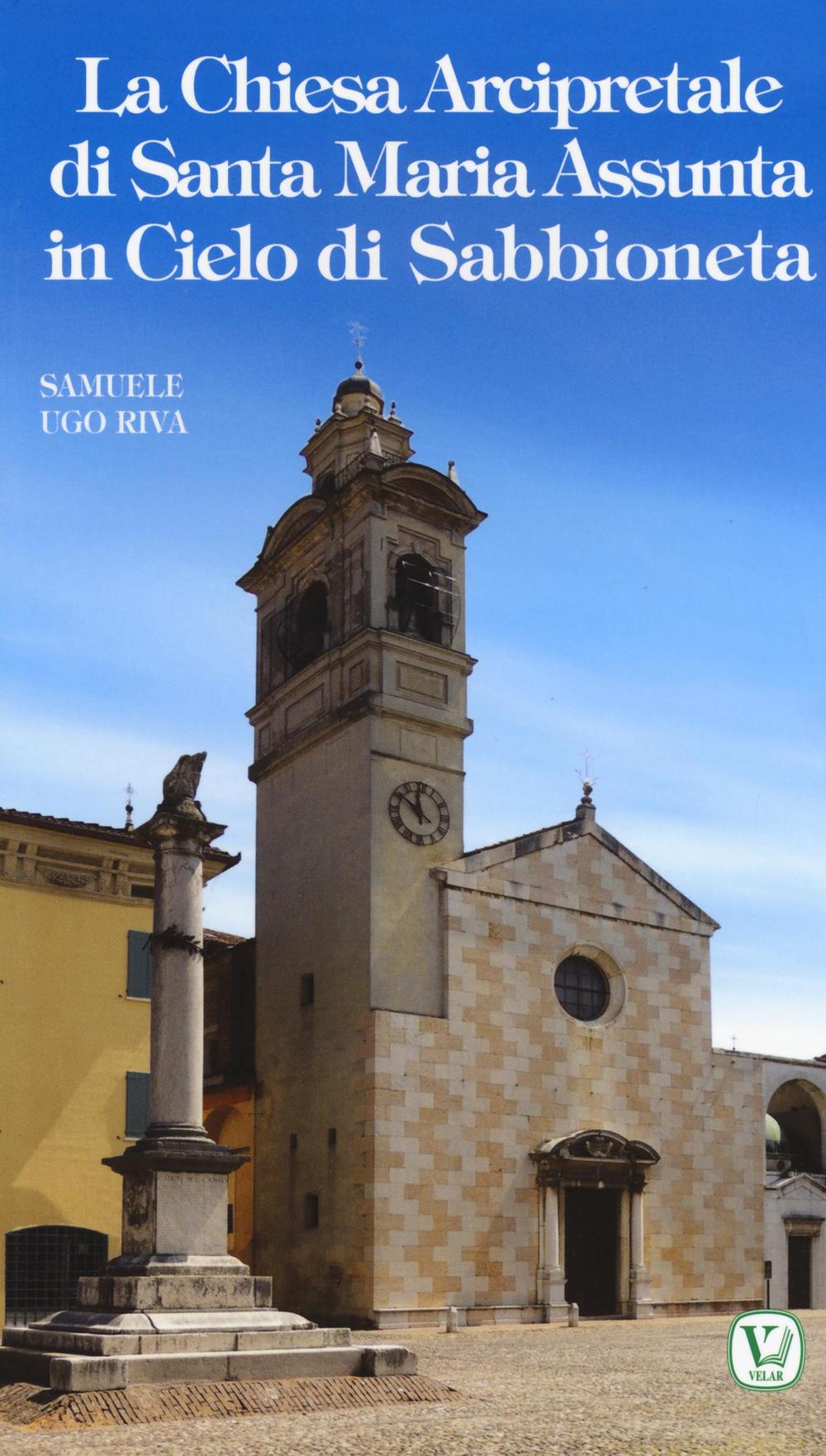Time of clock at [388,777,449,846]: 11:50
